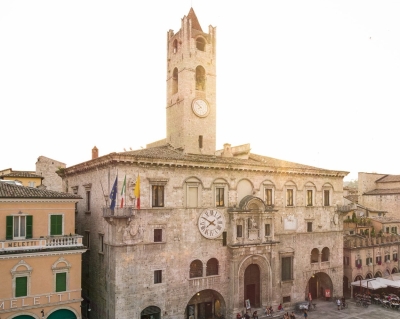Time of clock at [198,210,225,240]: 7:49
